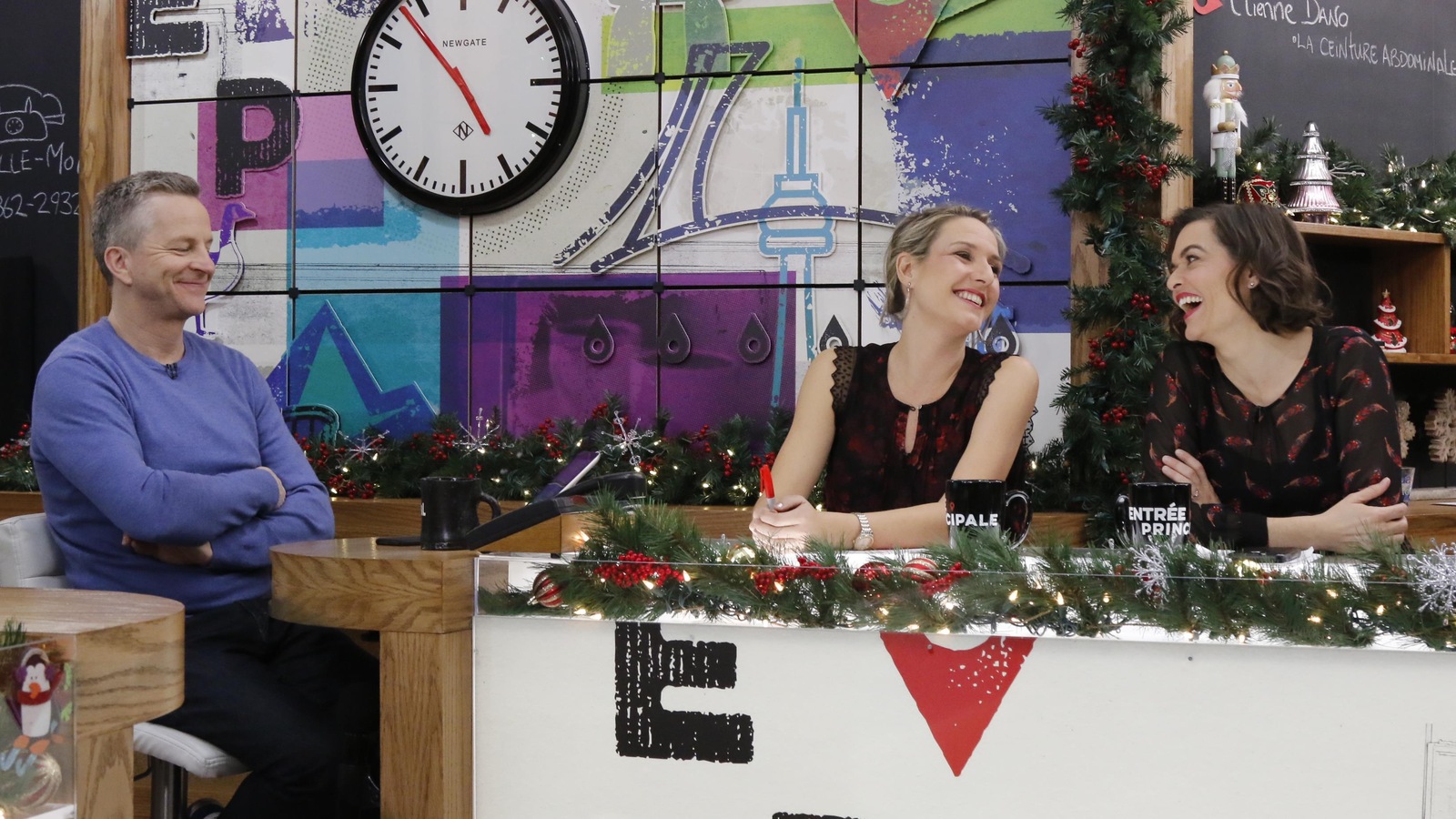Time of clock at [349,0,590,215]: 4:52
